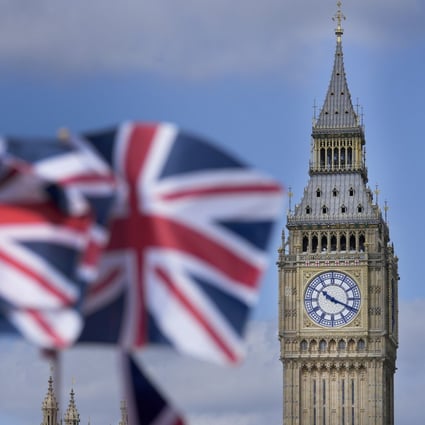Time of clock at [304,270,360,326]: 10:18
